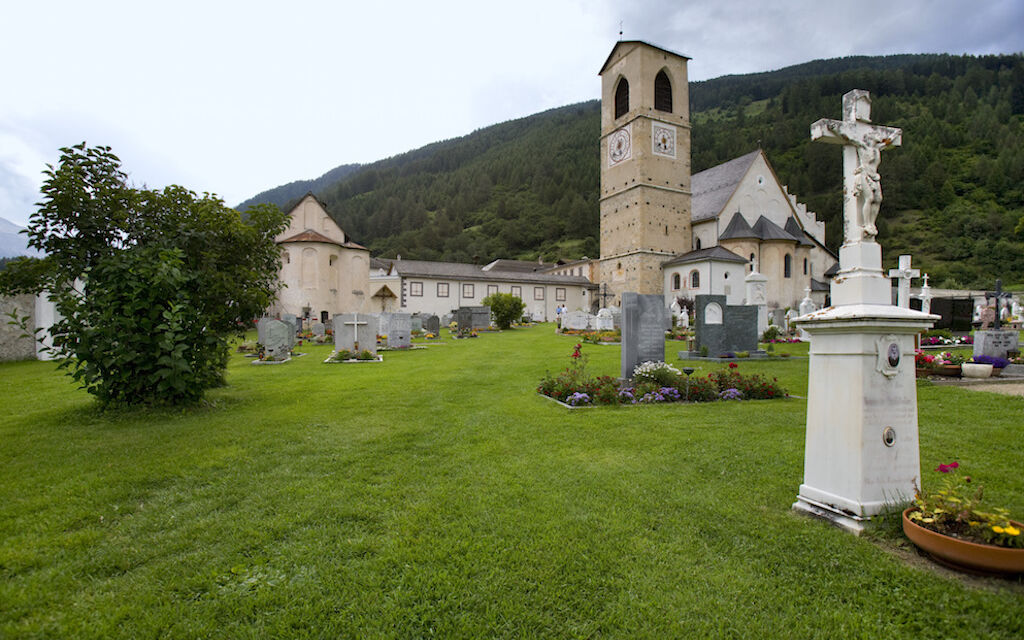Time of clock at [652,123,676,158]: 5:38
